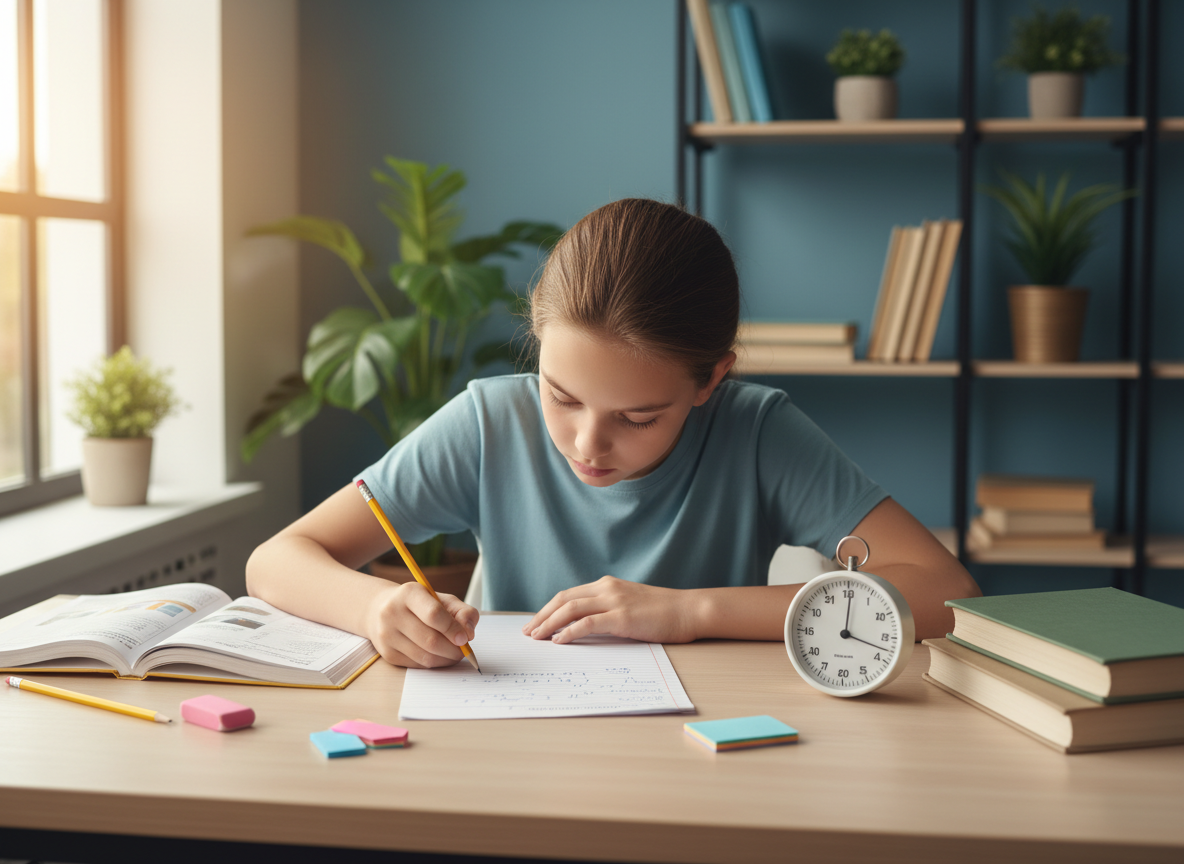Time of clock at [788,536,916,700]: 12:17
